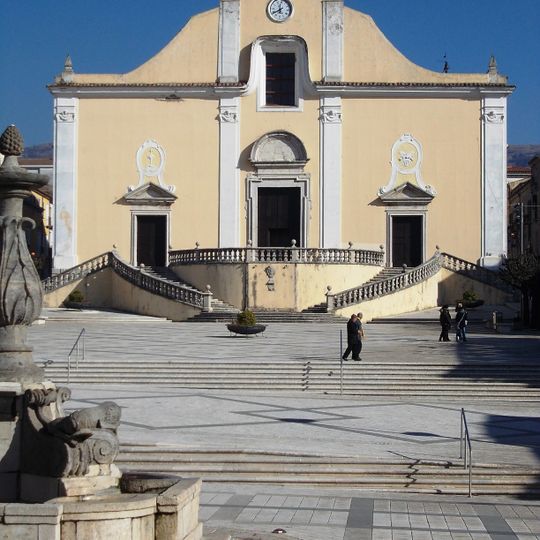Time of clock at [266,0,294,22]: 11:39
